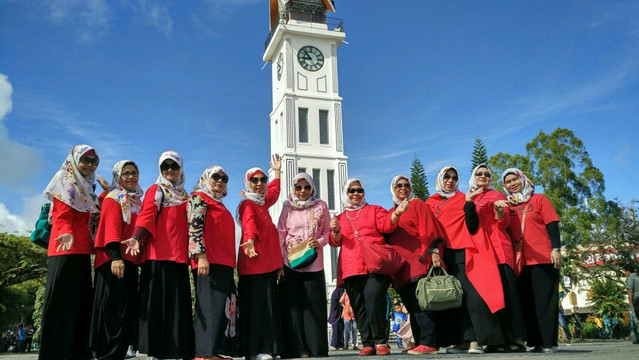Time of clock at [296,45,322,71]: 8:52
